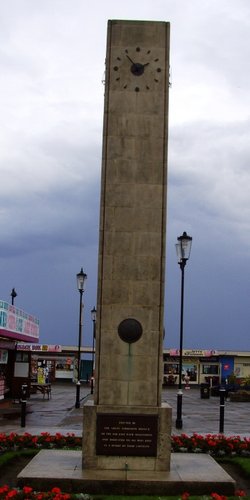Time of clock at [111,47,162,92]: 1:53
